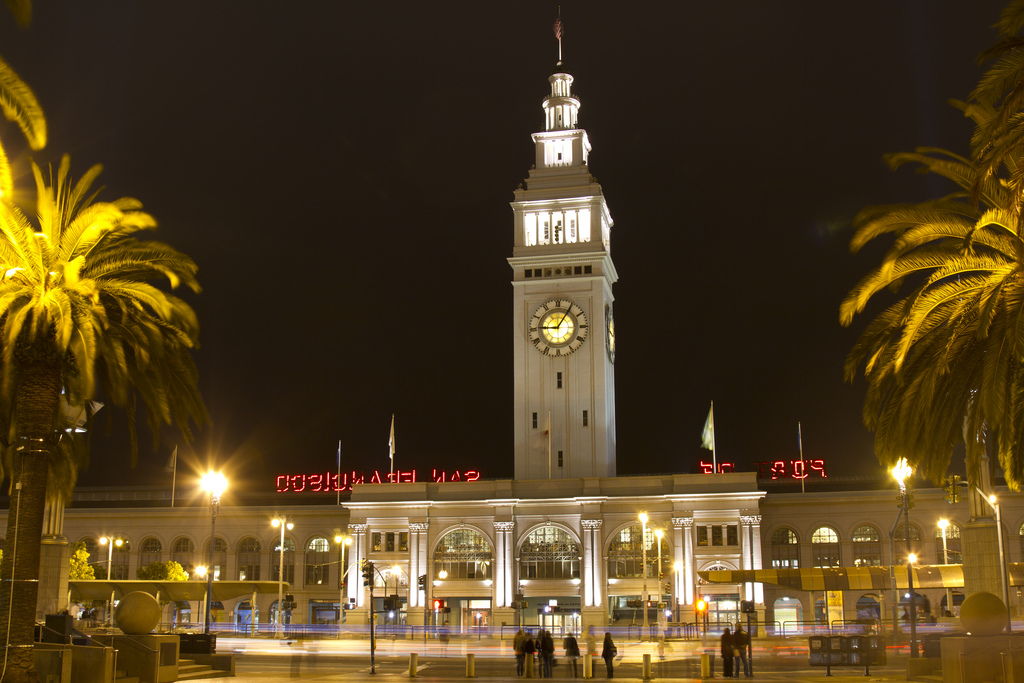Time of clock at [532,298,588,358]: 9:05
